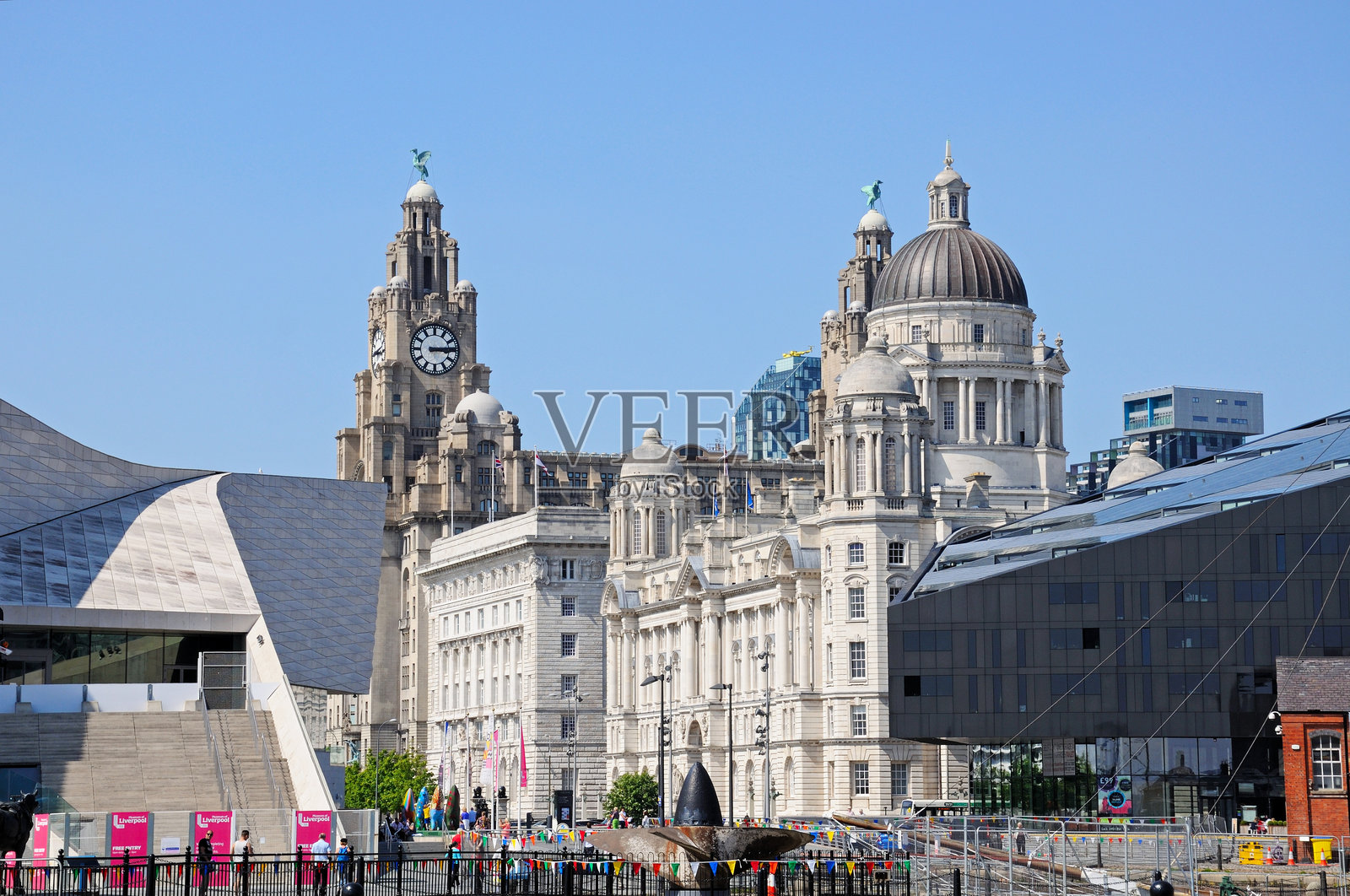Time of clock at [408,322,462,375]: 3:14
